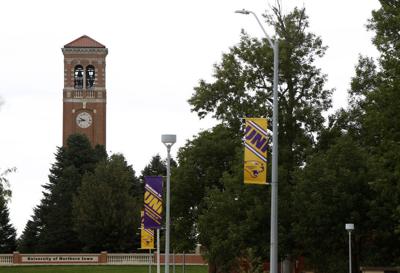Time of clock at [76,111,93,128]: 9:42
